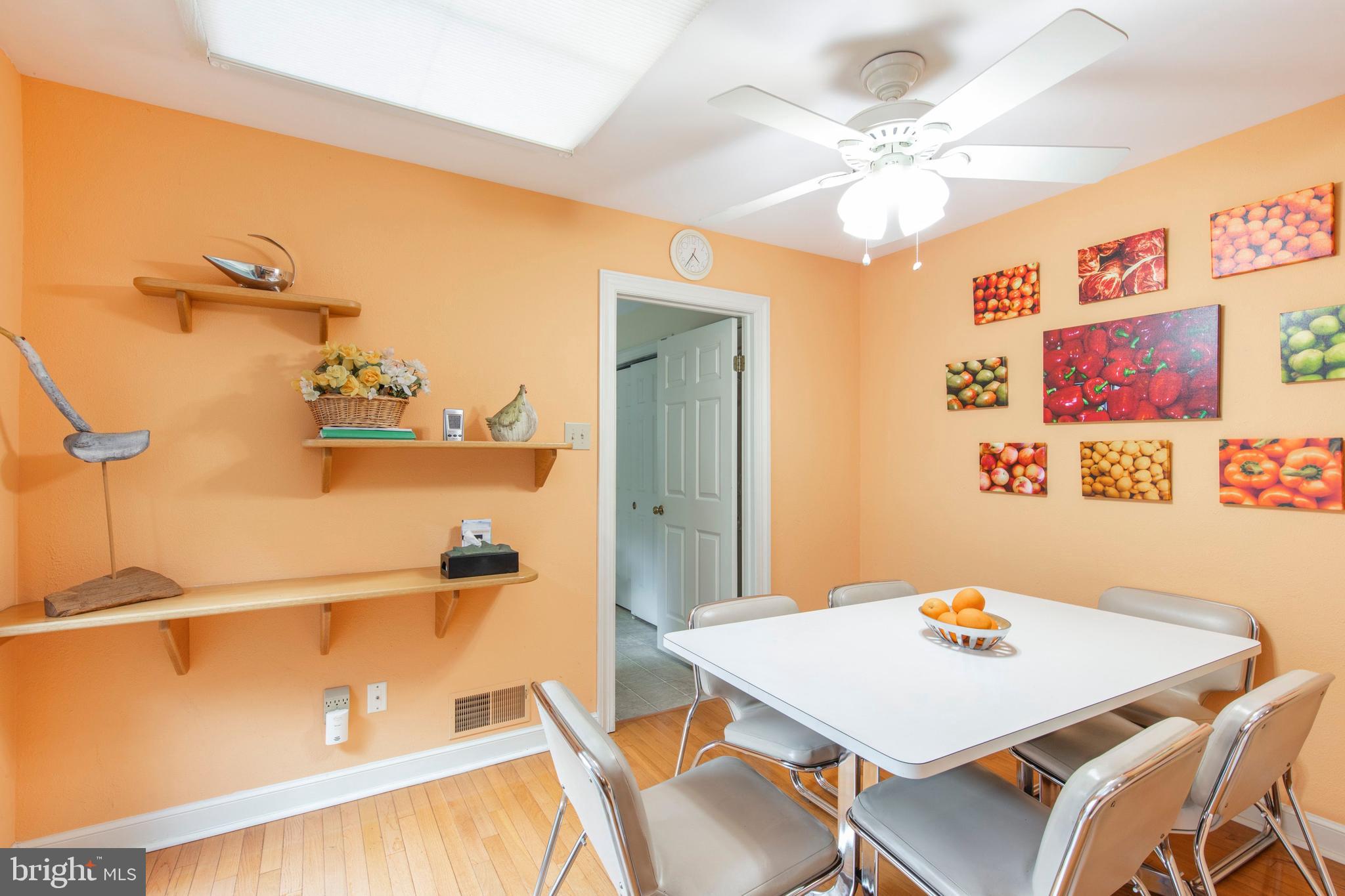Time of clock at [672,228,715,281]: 4:36
